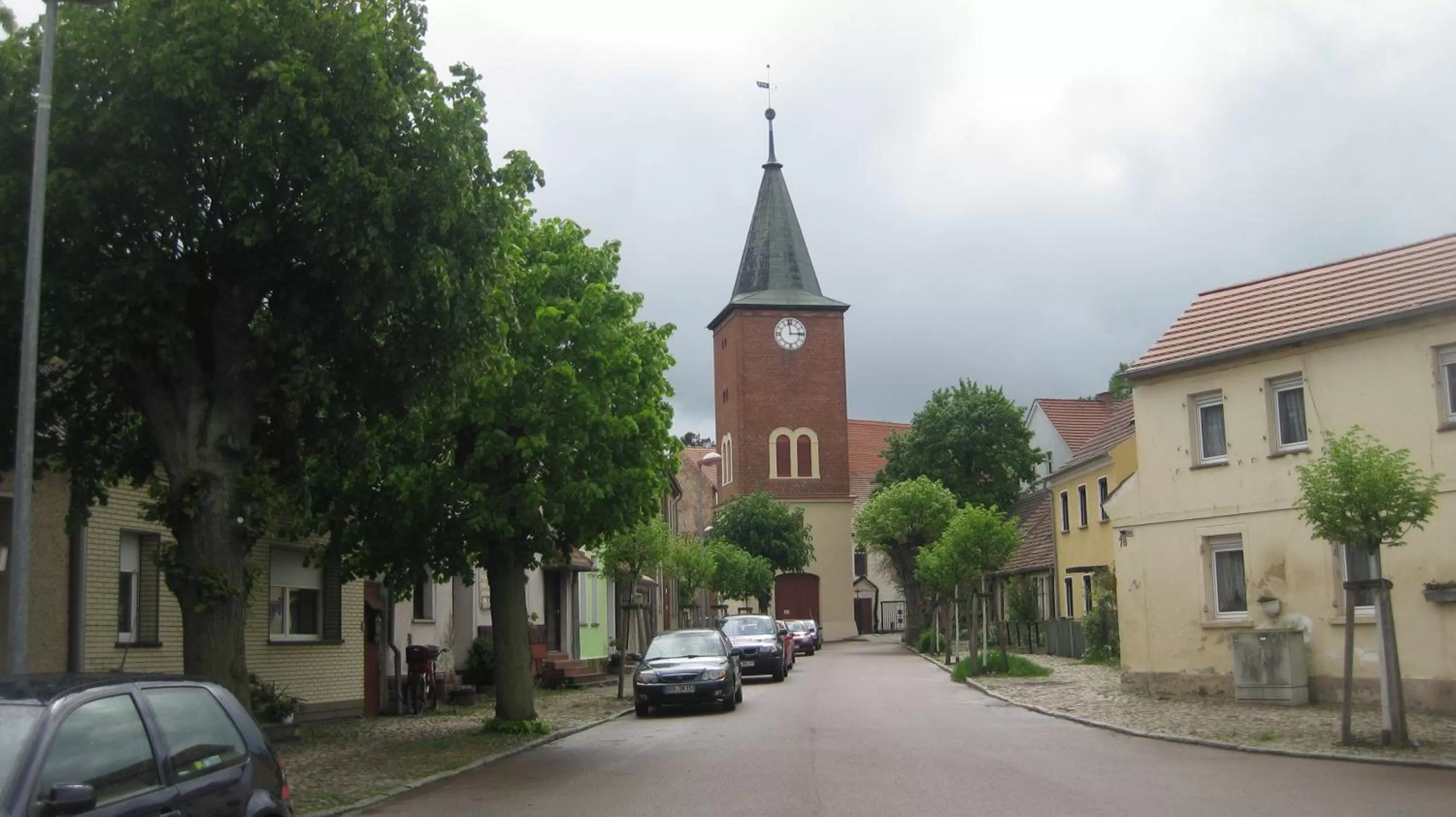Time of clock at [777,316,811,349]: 2:59
